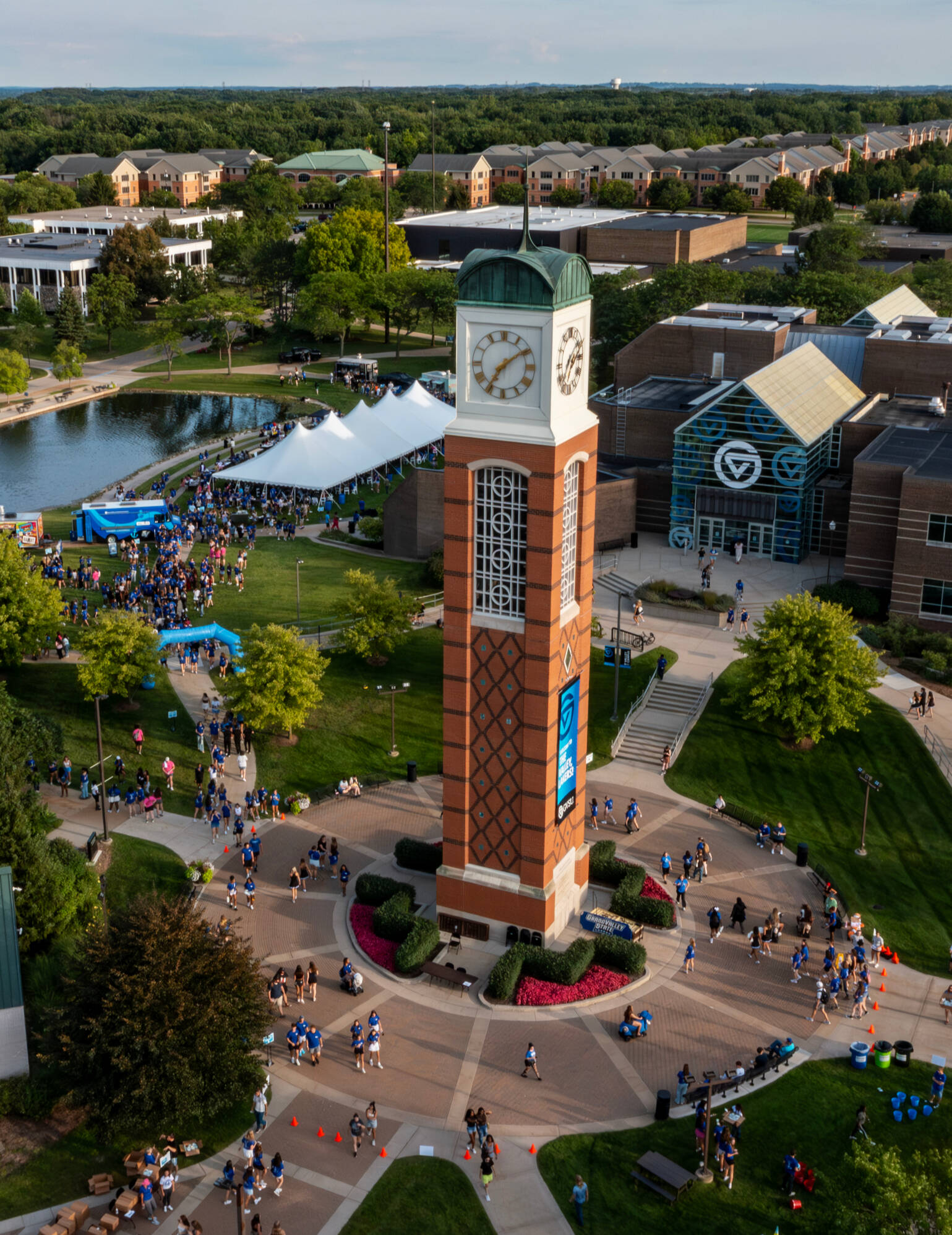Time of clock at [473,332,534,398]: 7:09
